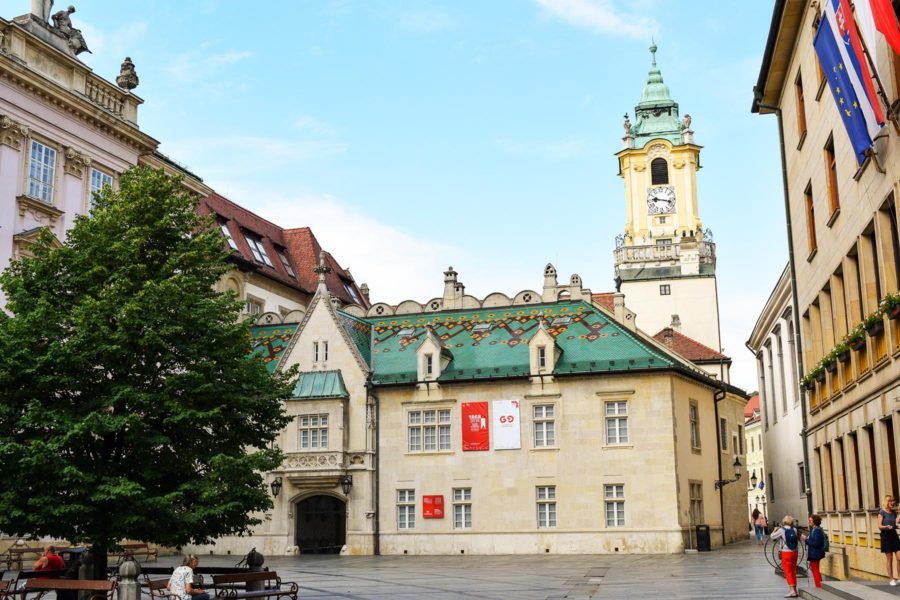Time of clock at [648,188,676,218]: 9:17
